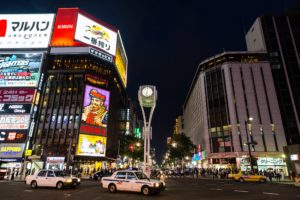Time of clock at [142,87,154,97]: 6:32
